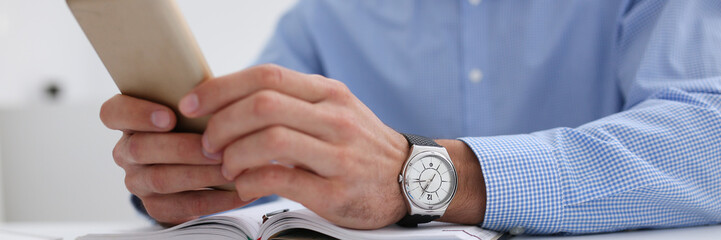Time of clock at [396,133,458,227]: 8:35
